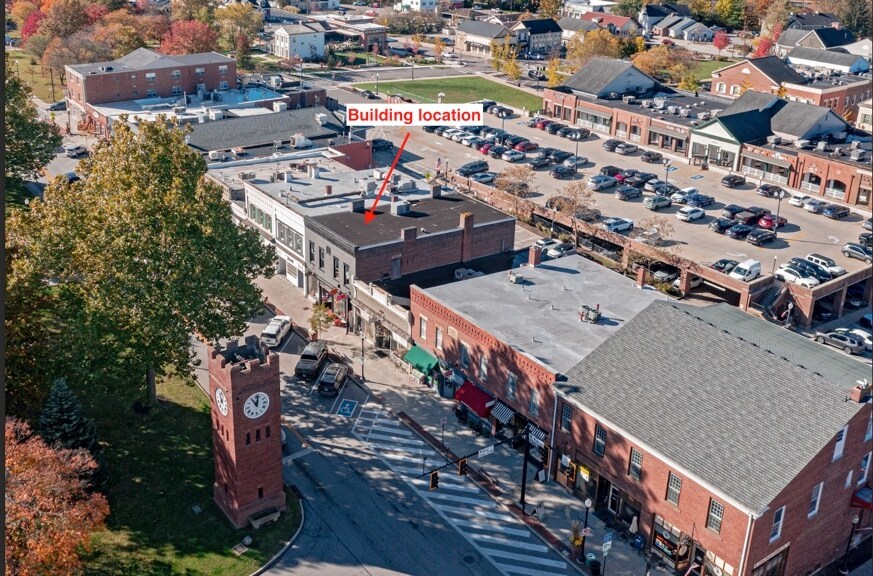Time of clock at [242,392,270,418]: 11:02
